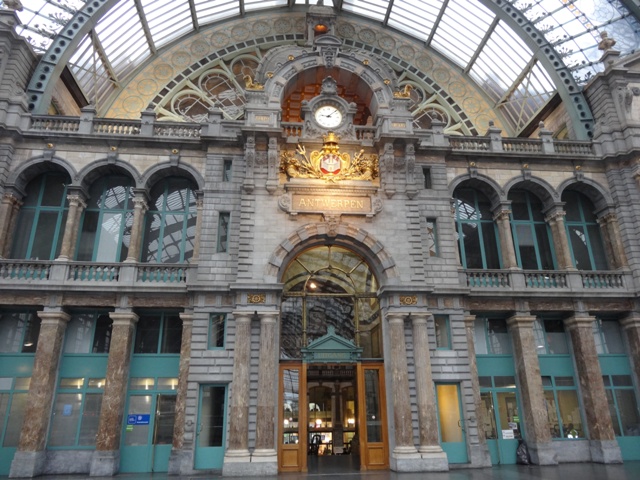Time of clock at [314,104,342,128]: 9:07
